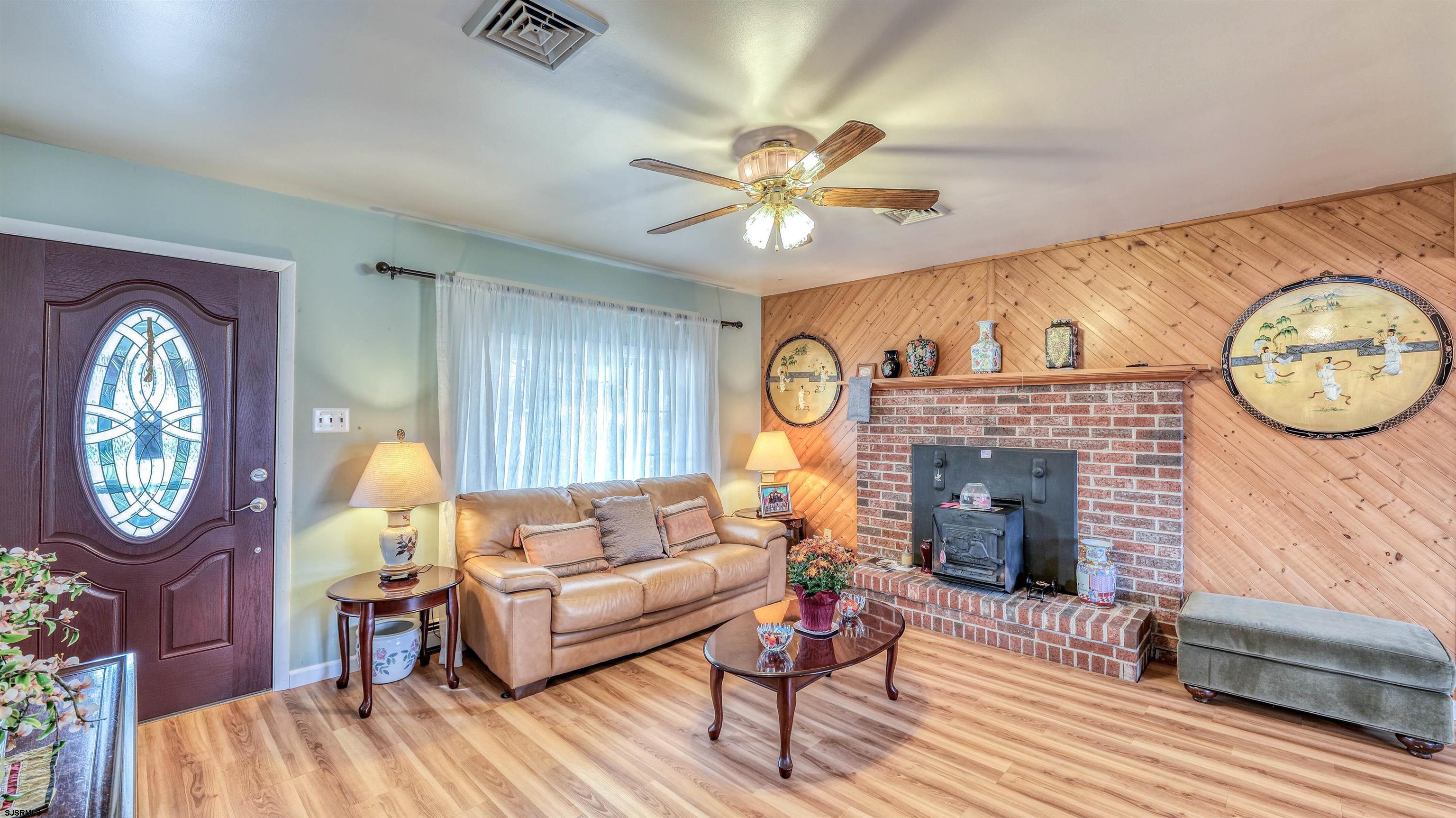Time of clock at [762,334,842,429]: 5:45
